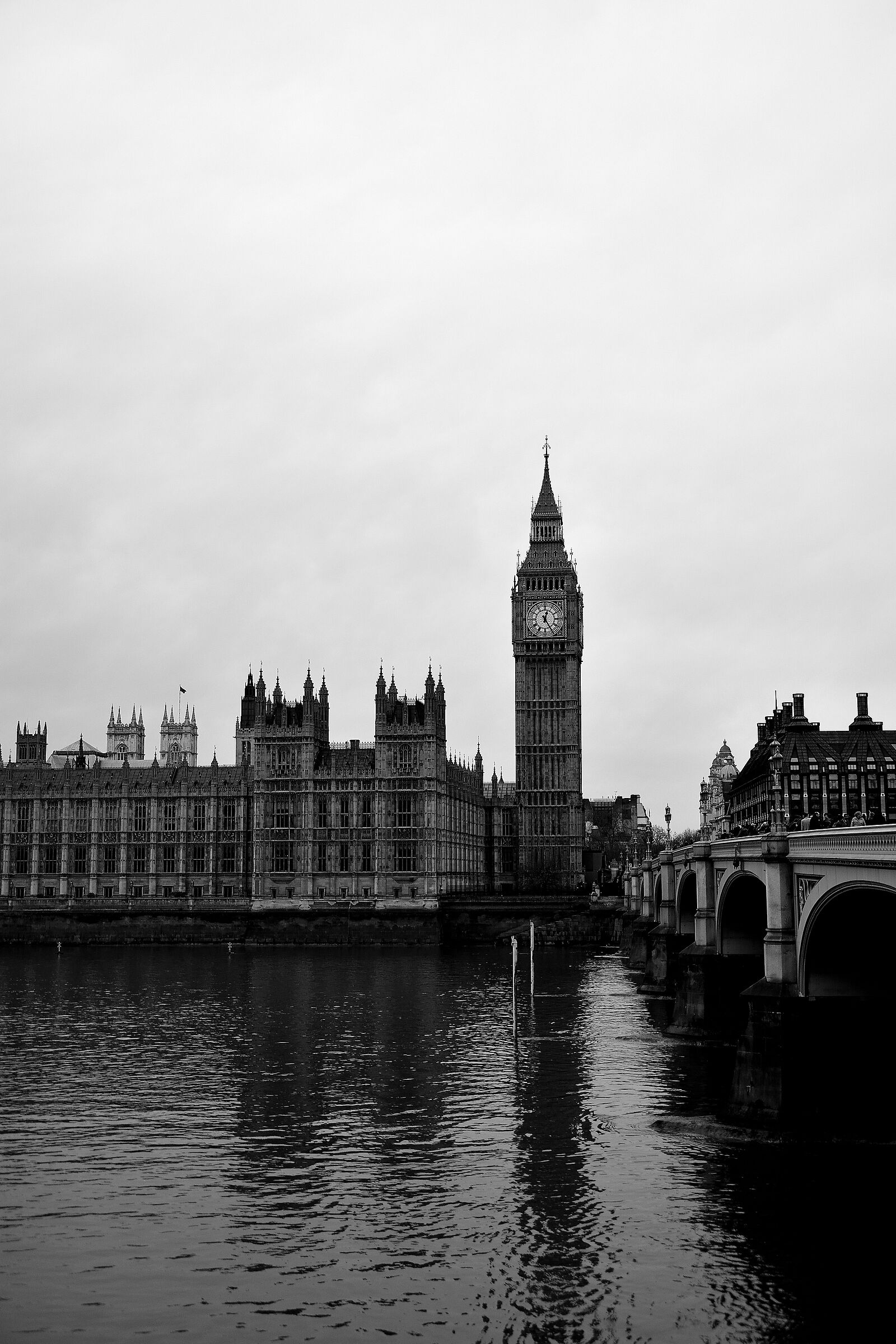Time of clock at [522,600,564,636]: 12:24
